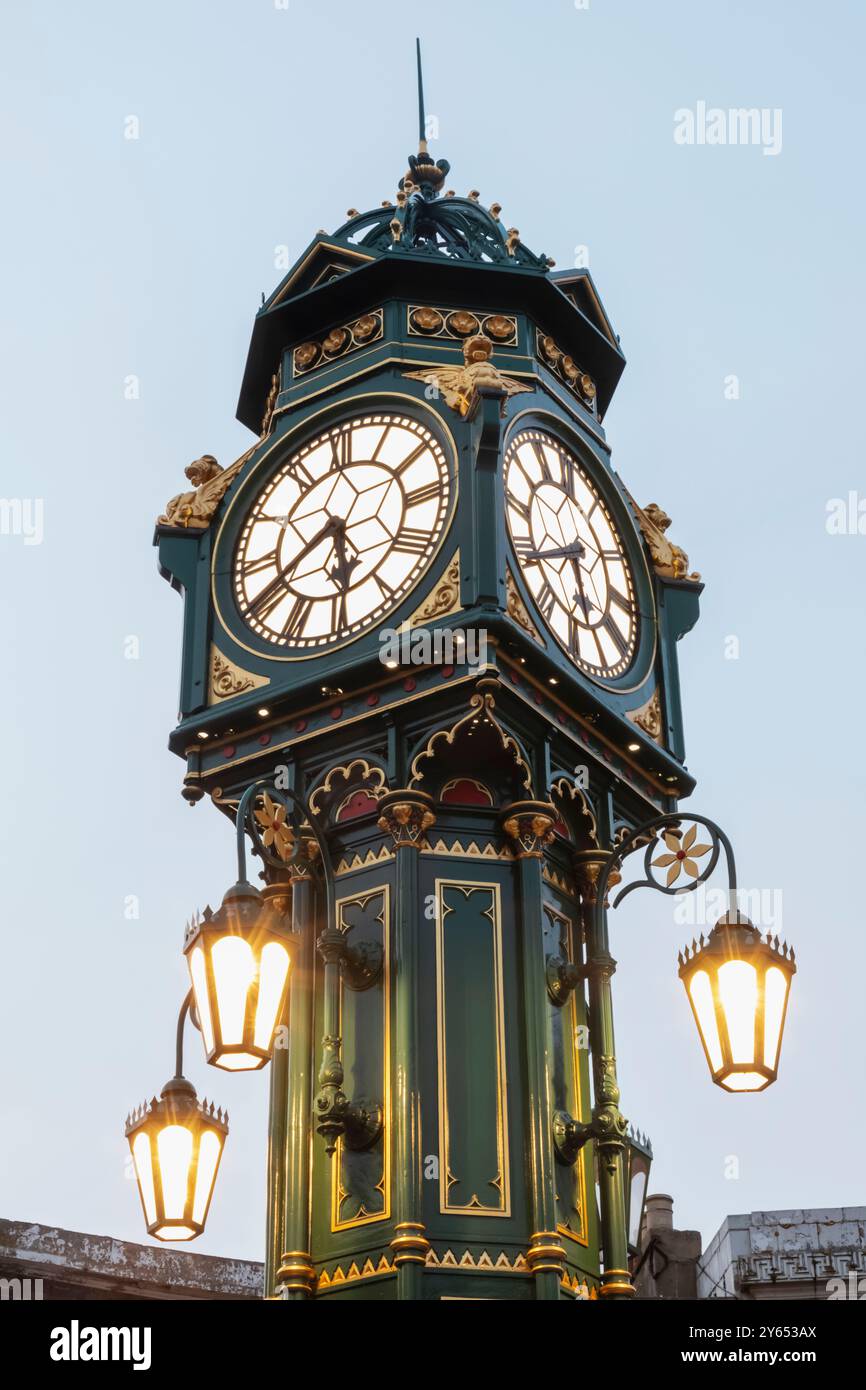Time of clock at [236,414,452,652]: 5:40
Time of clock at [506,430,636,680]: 5:40
